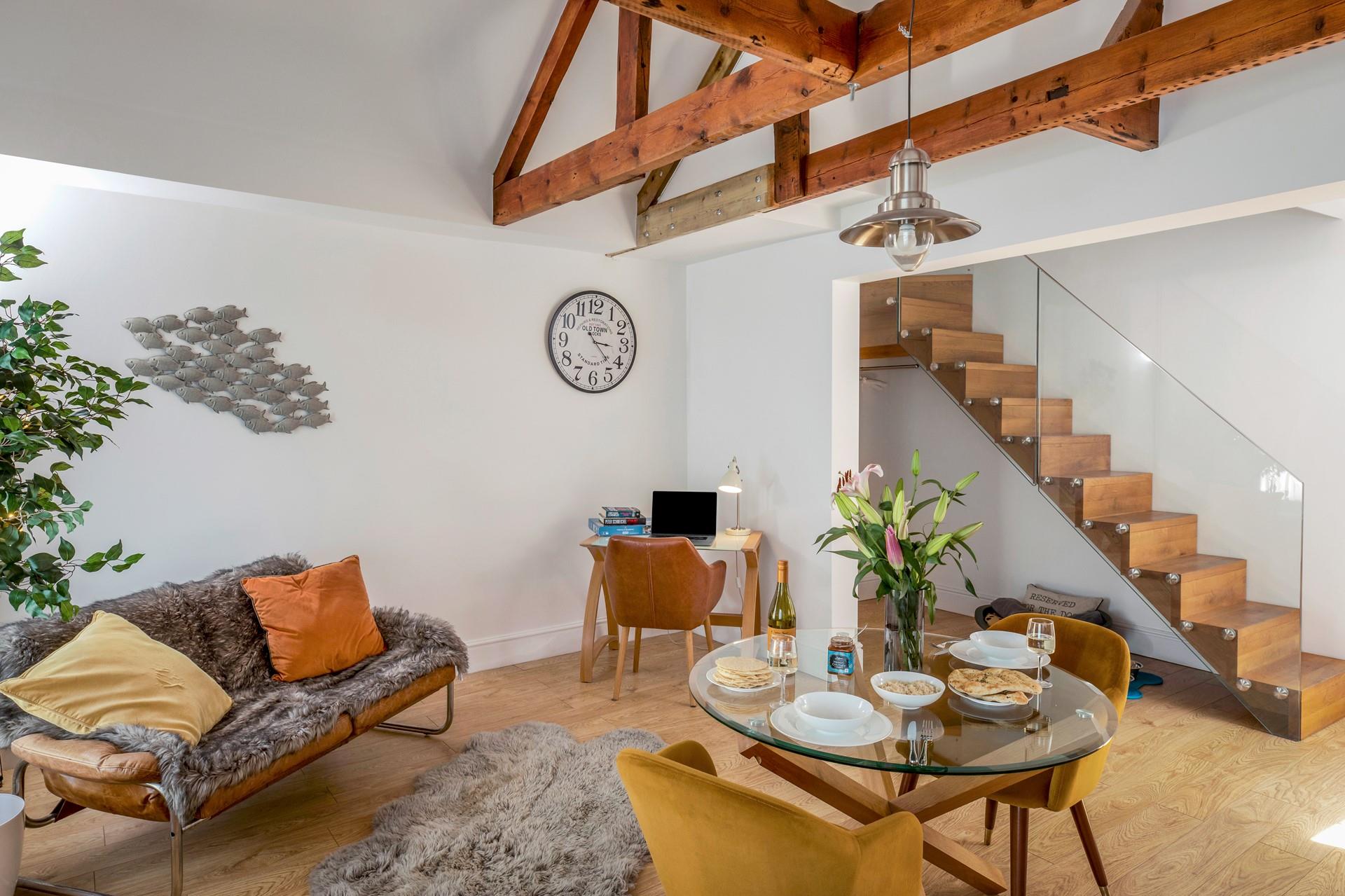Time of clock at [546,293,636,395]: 3:22
